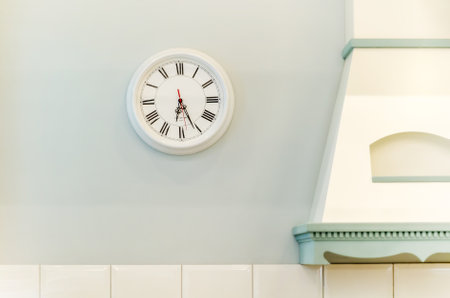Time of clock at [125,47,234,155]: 6:25
